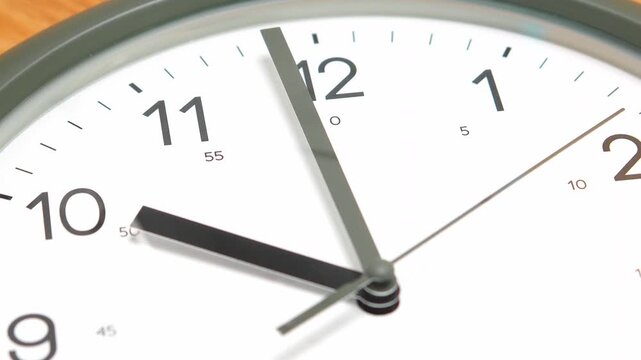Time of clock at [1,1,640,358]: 9:59
